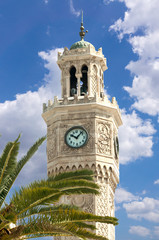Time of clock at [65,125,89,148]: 10:07
